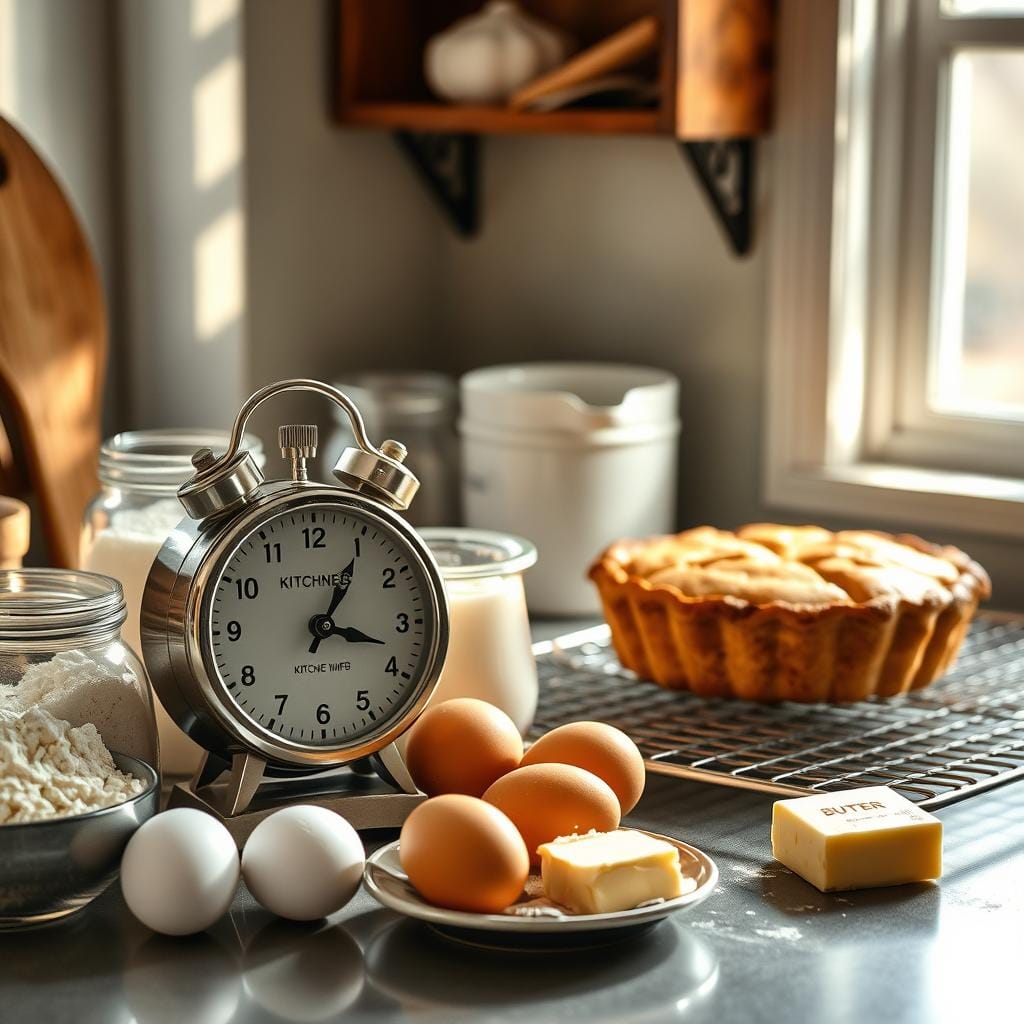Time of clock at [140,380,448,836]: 1:17
